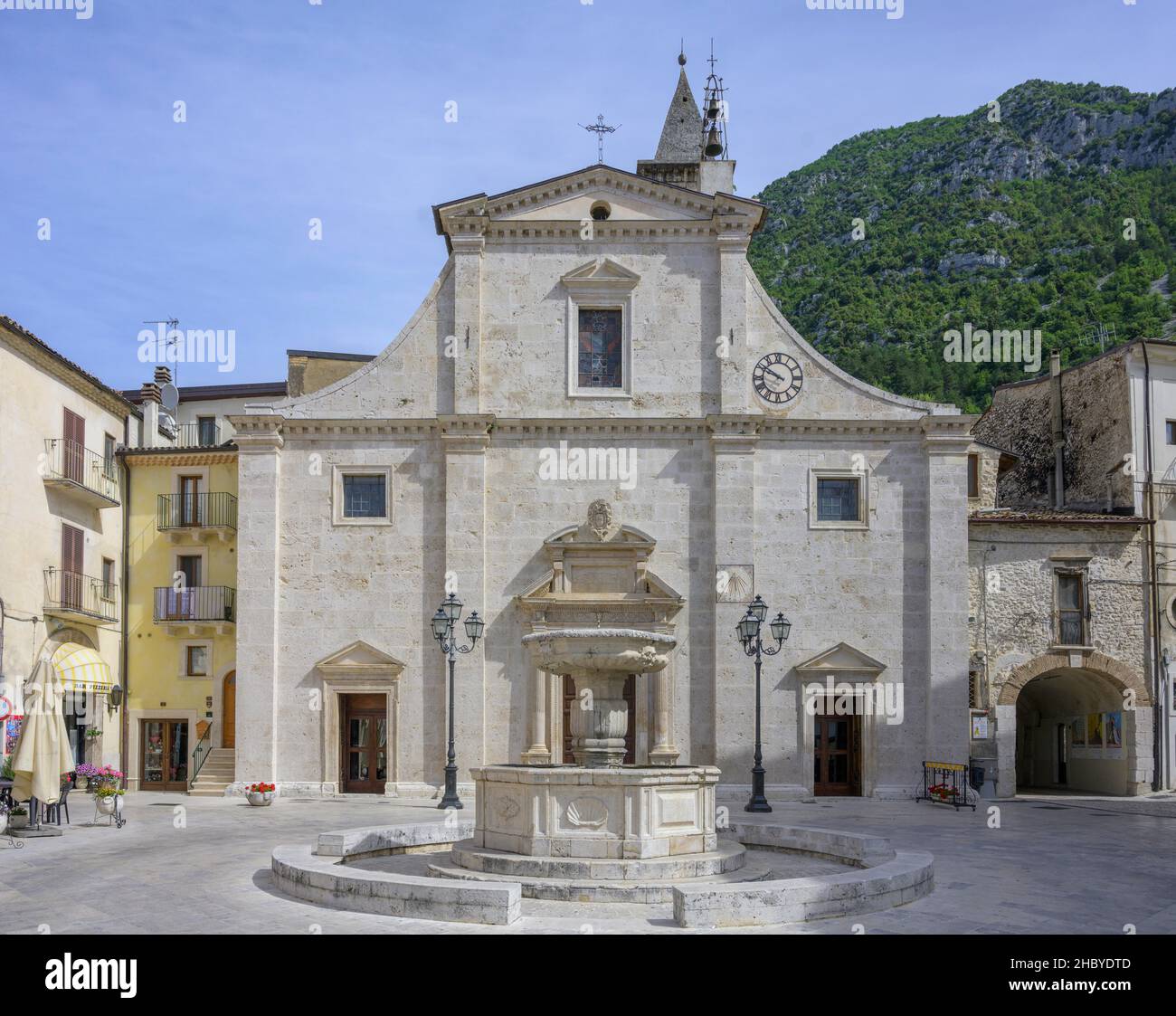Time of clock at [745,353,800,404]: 9:50
